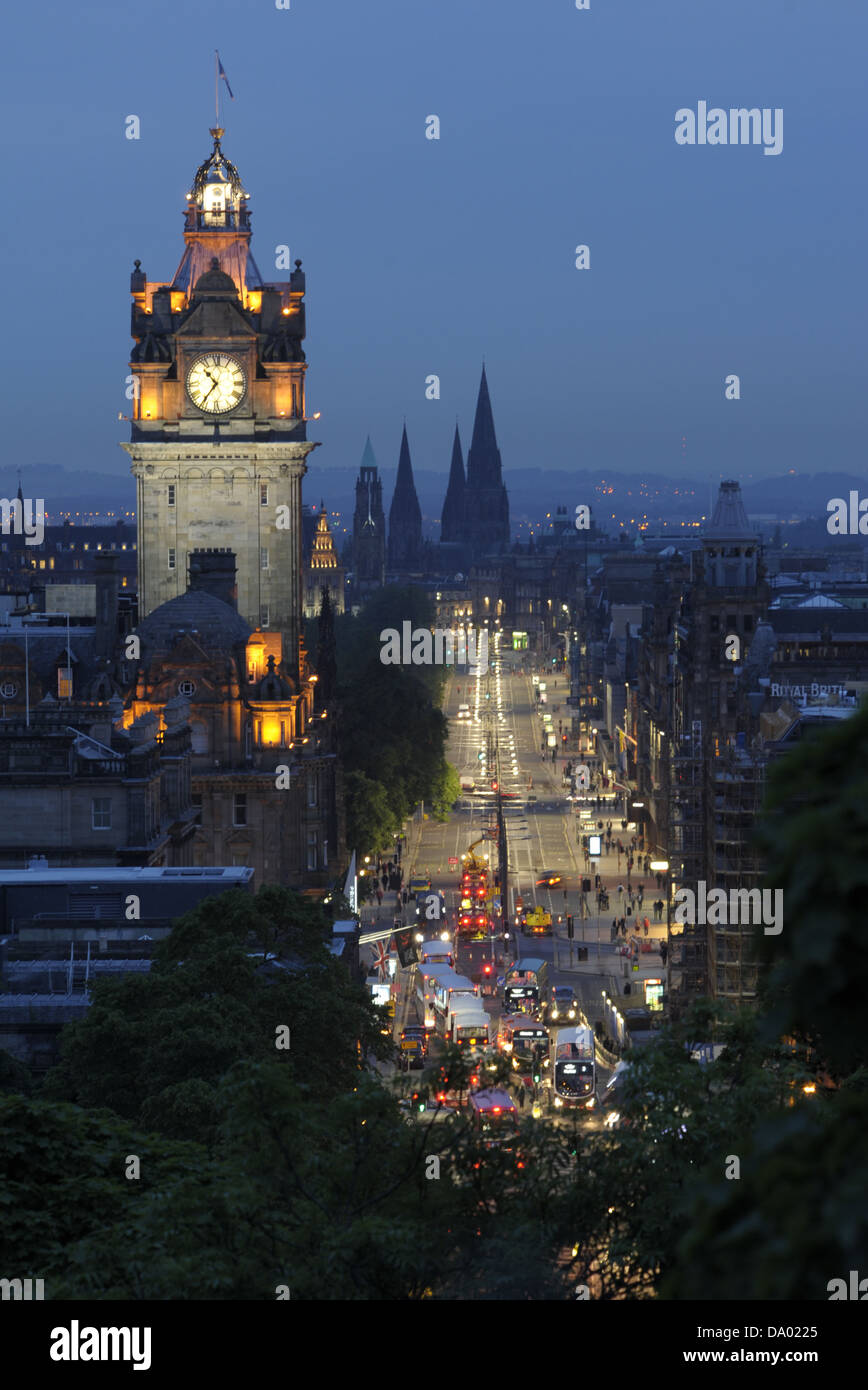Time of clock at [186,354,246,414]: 10:36
